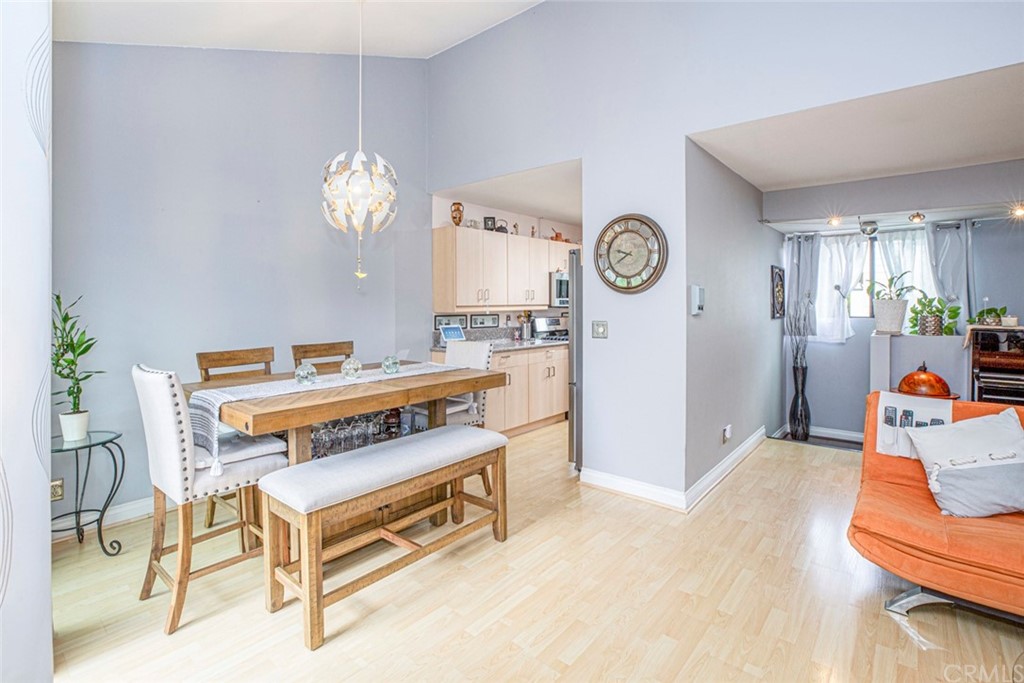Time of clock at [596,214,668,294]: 9:39
